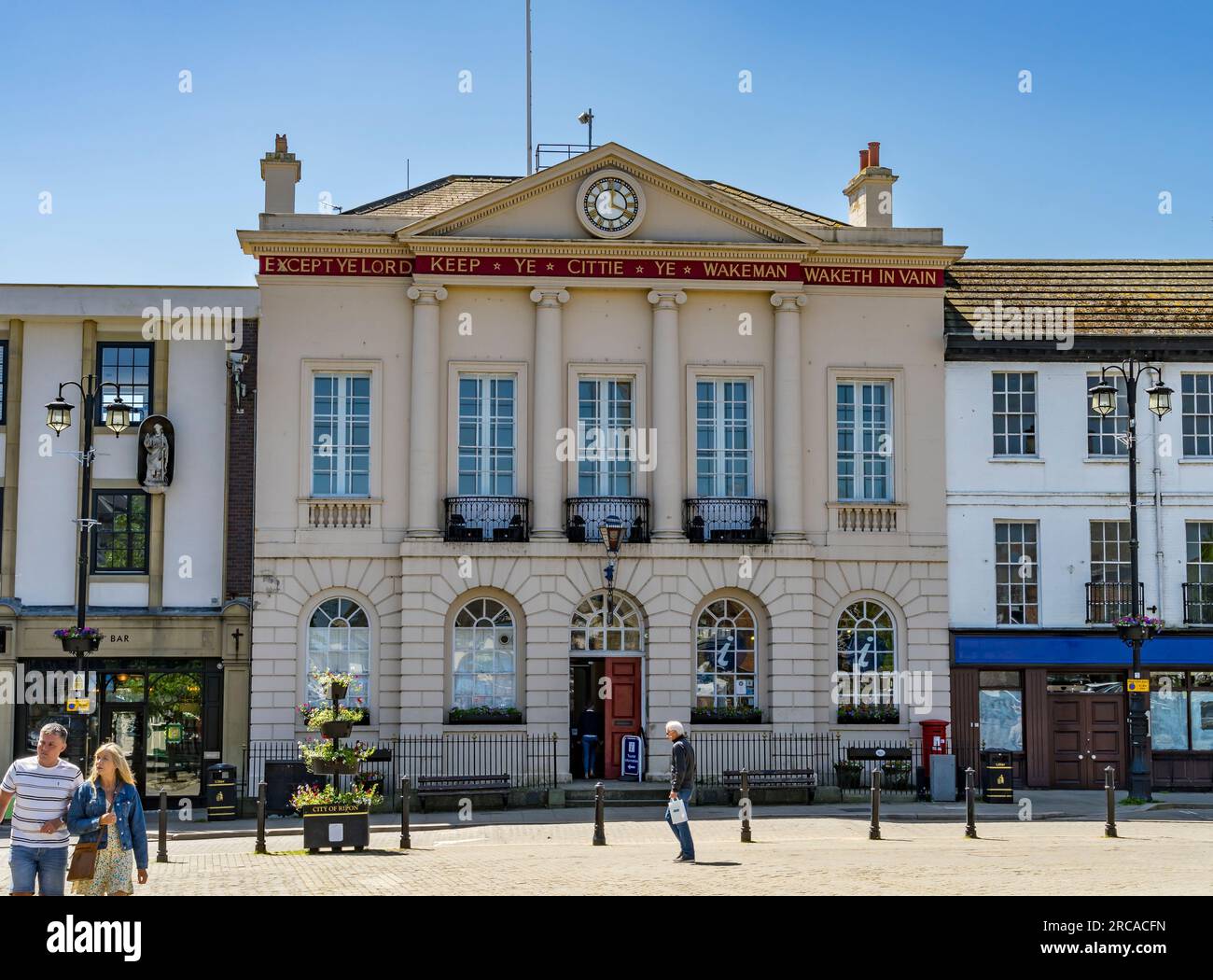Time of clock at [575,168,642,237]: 12:18
